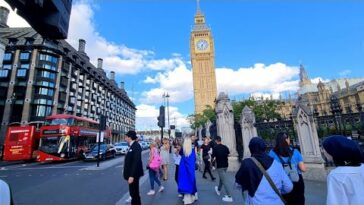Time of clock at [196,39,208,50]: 6:06
